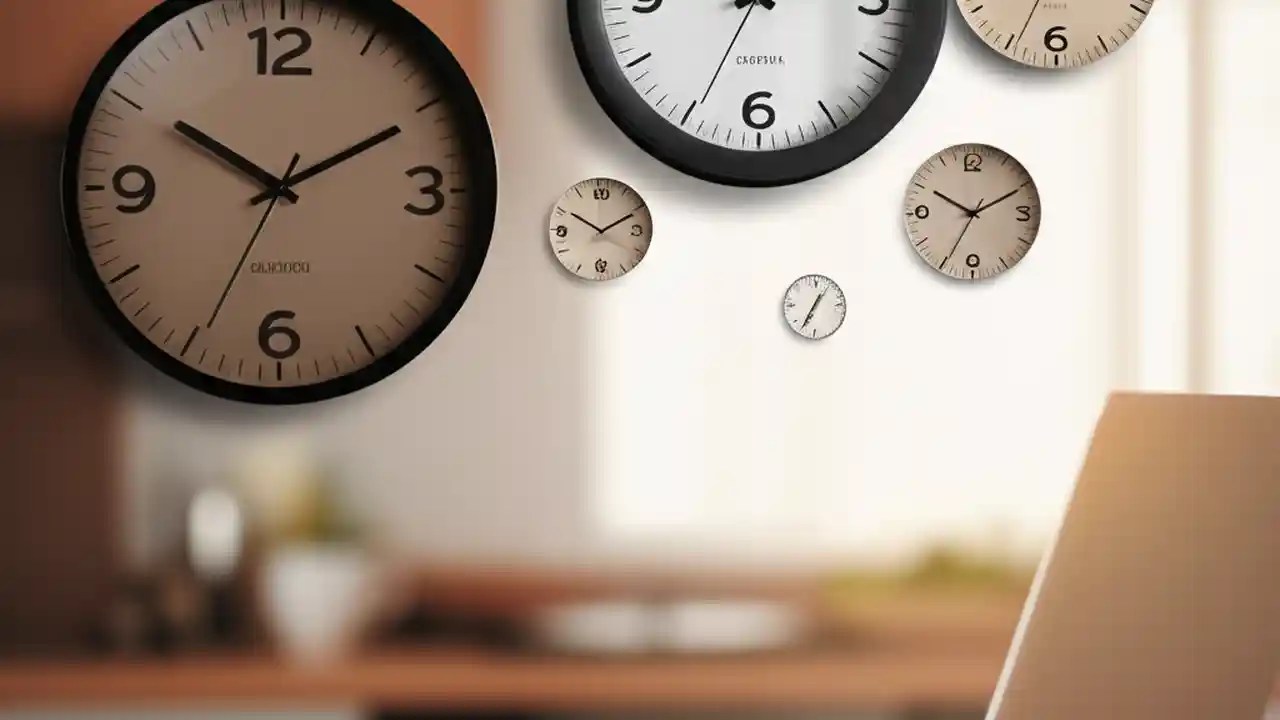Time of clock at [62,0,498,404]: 10:10
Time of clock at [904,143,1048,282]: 10:10
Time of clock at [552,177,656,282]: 10:10
